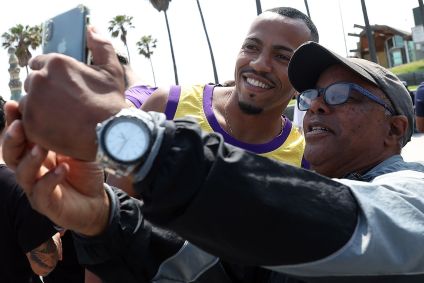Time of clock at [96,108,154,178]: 10:34
